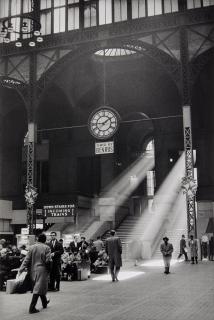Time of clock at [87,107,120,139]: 1:45
